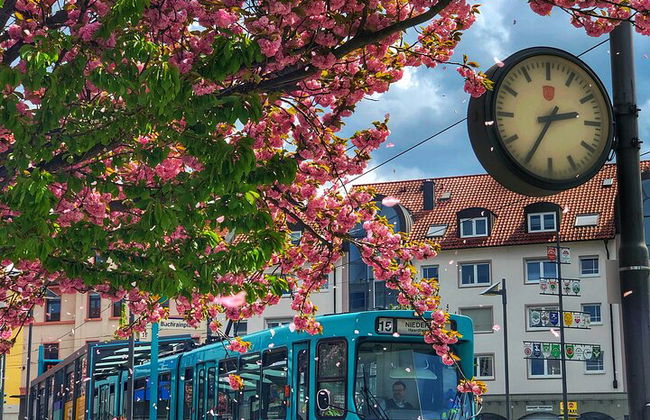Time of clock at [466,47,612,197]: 2:35
